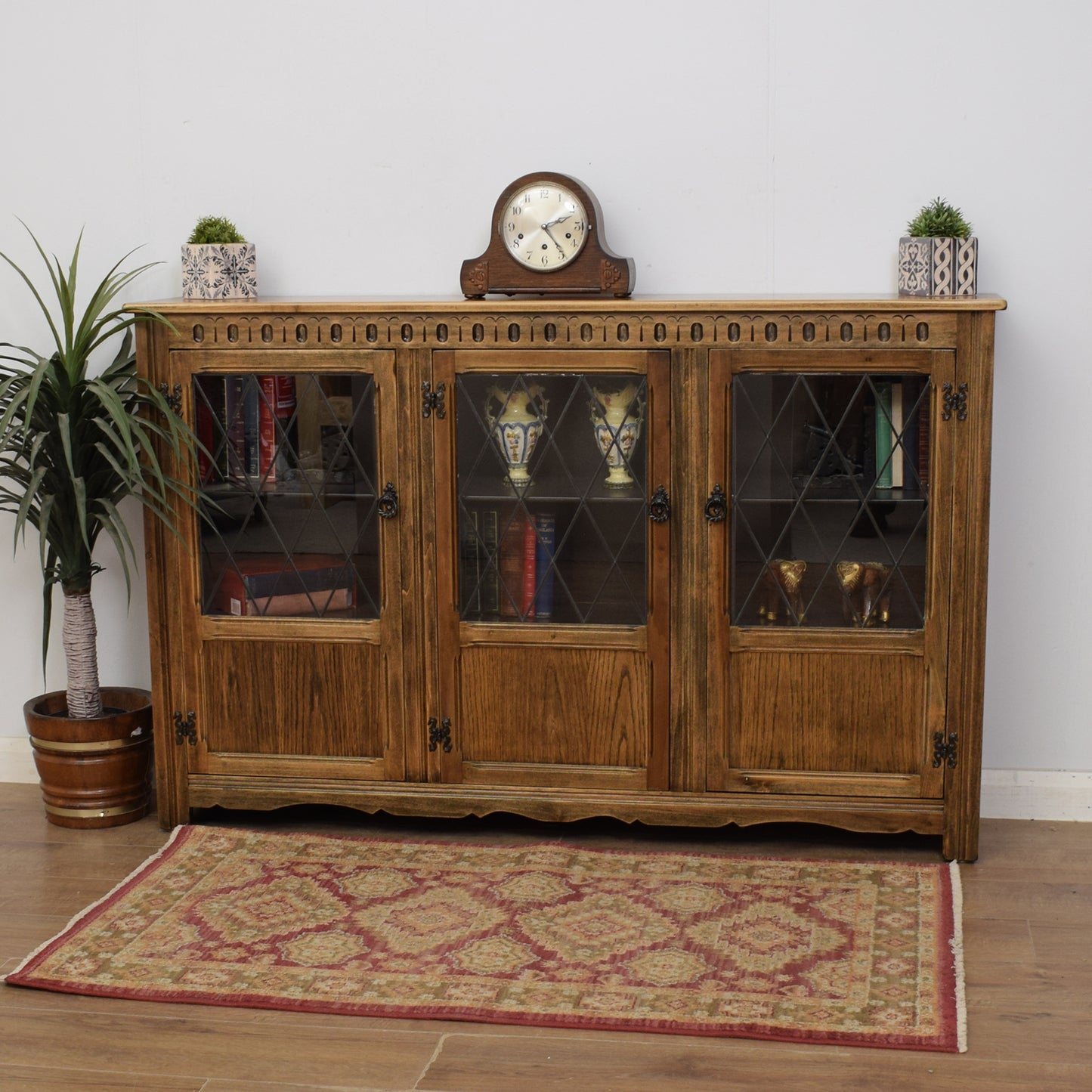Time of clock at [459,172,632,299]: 2:24
